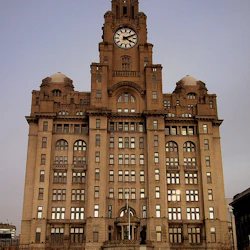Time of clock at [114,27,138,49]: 4:10
